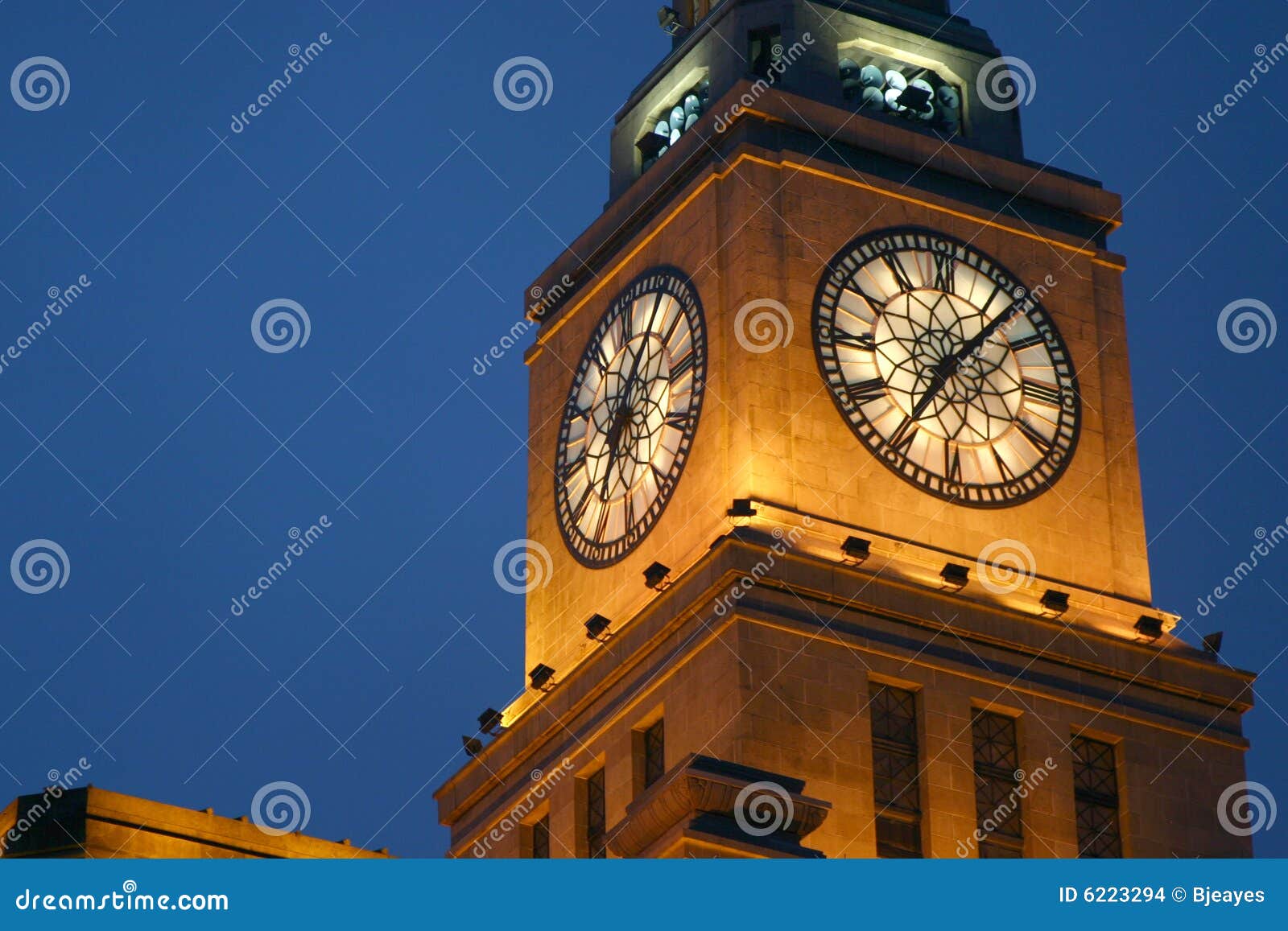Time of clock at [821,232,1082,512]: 7:06
